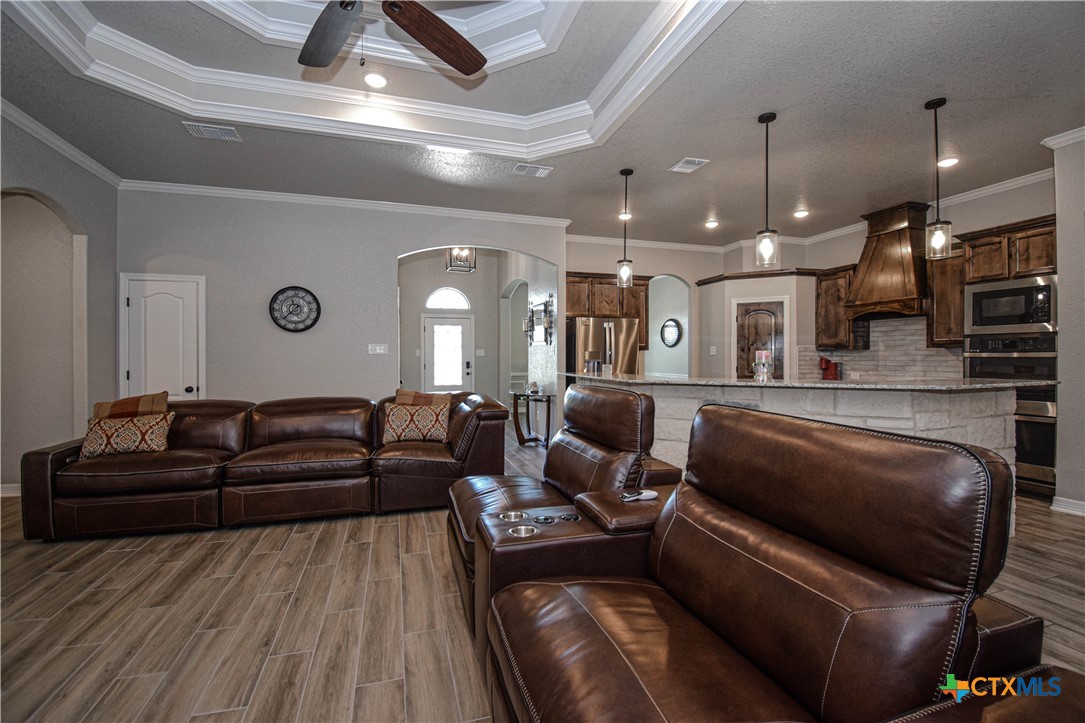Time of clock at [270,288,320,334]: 11:37
